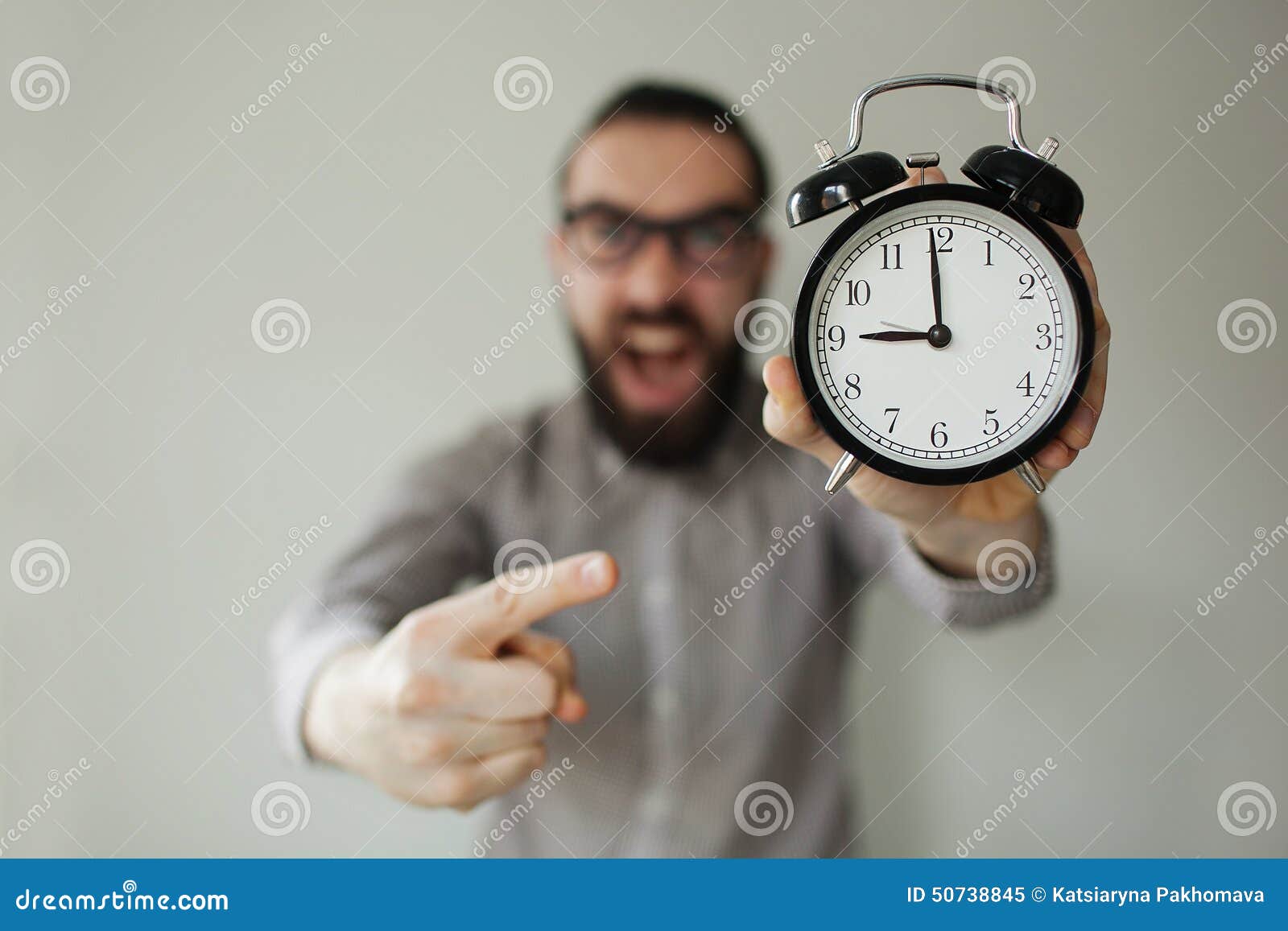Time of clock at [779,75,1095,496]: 8:59
